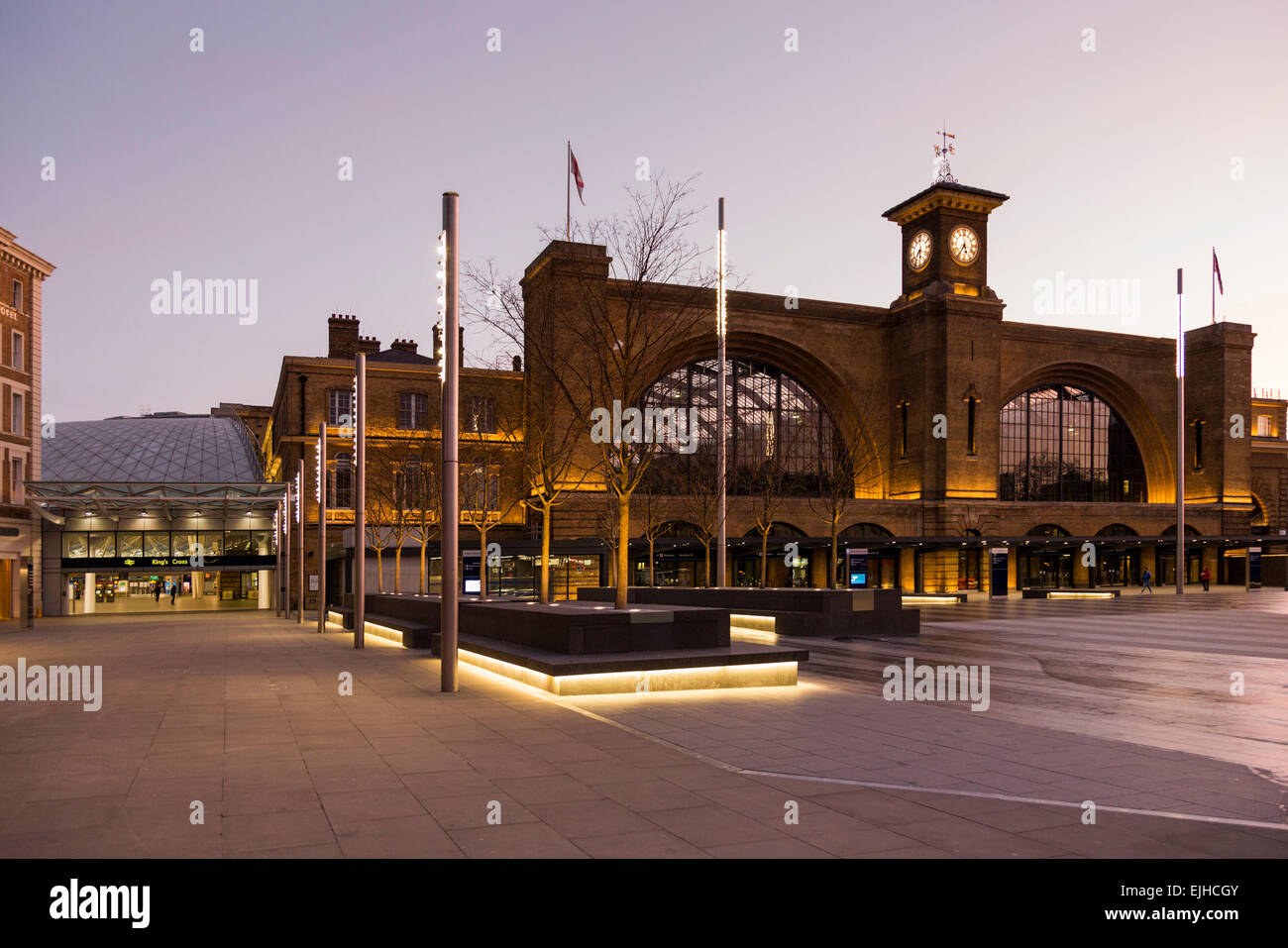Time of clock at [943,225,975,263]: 5:35
